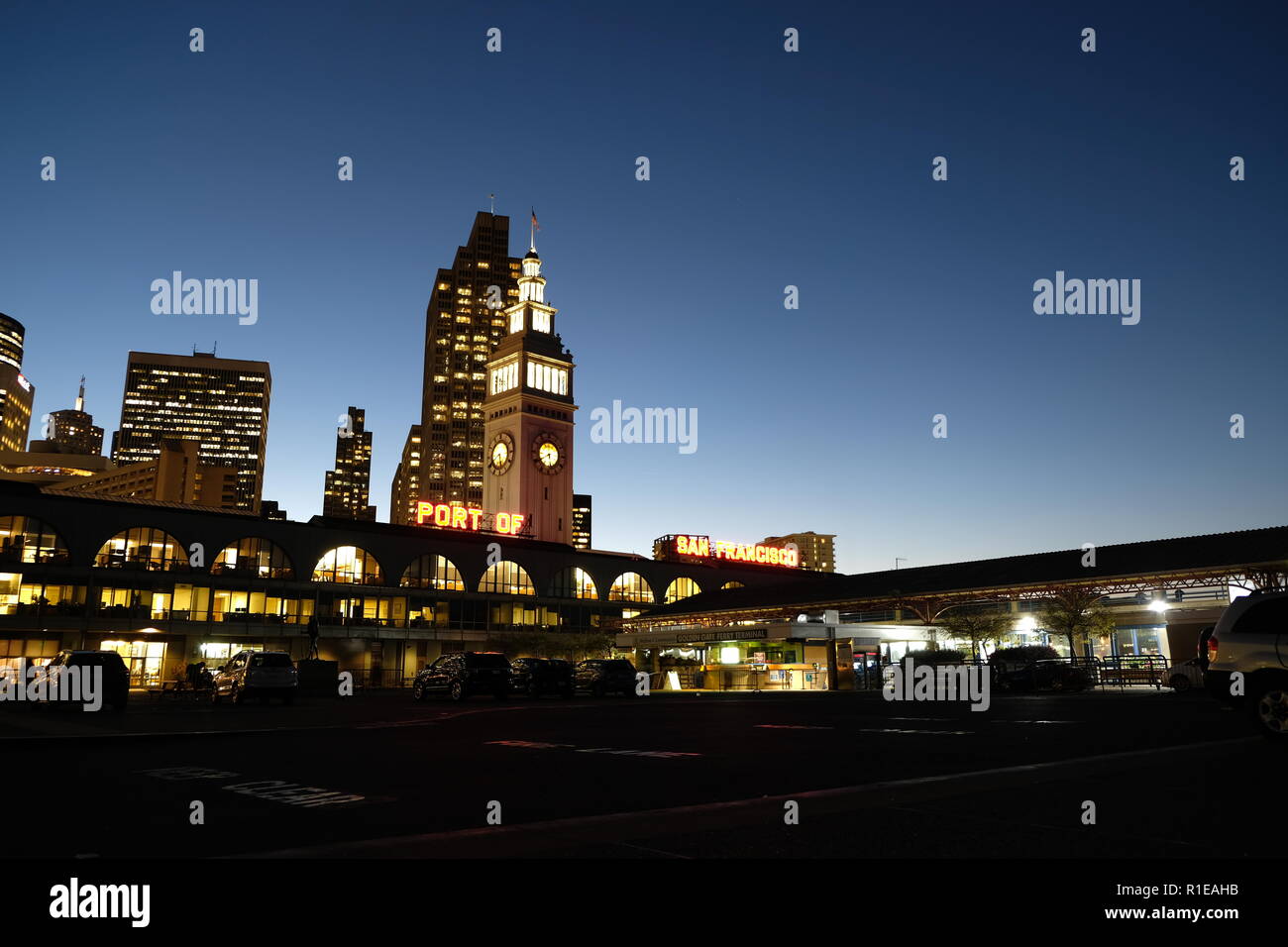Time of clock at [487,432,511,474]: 5:40
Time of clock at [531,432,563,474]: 5:40
